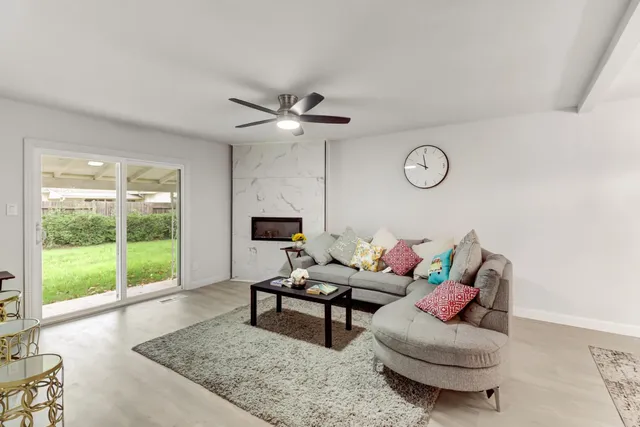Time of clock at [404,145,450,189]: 9:58
